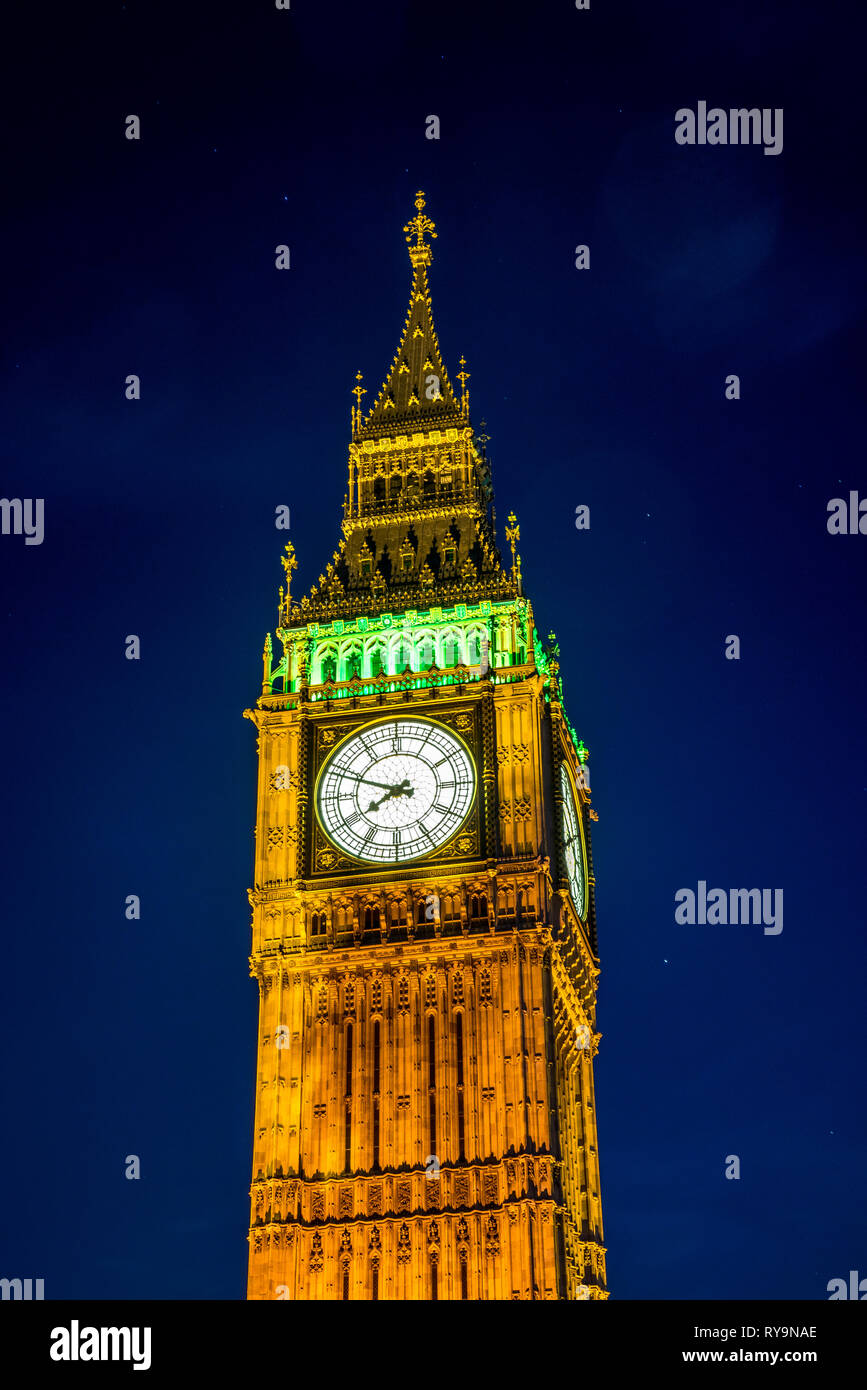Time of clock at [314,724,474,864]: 7:48
